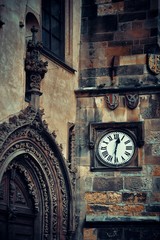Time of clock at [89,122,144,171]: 12:30
